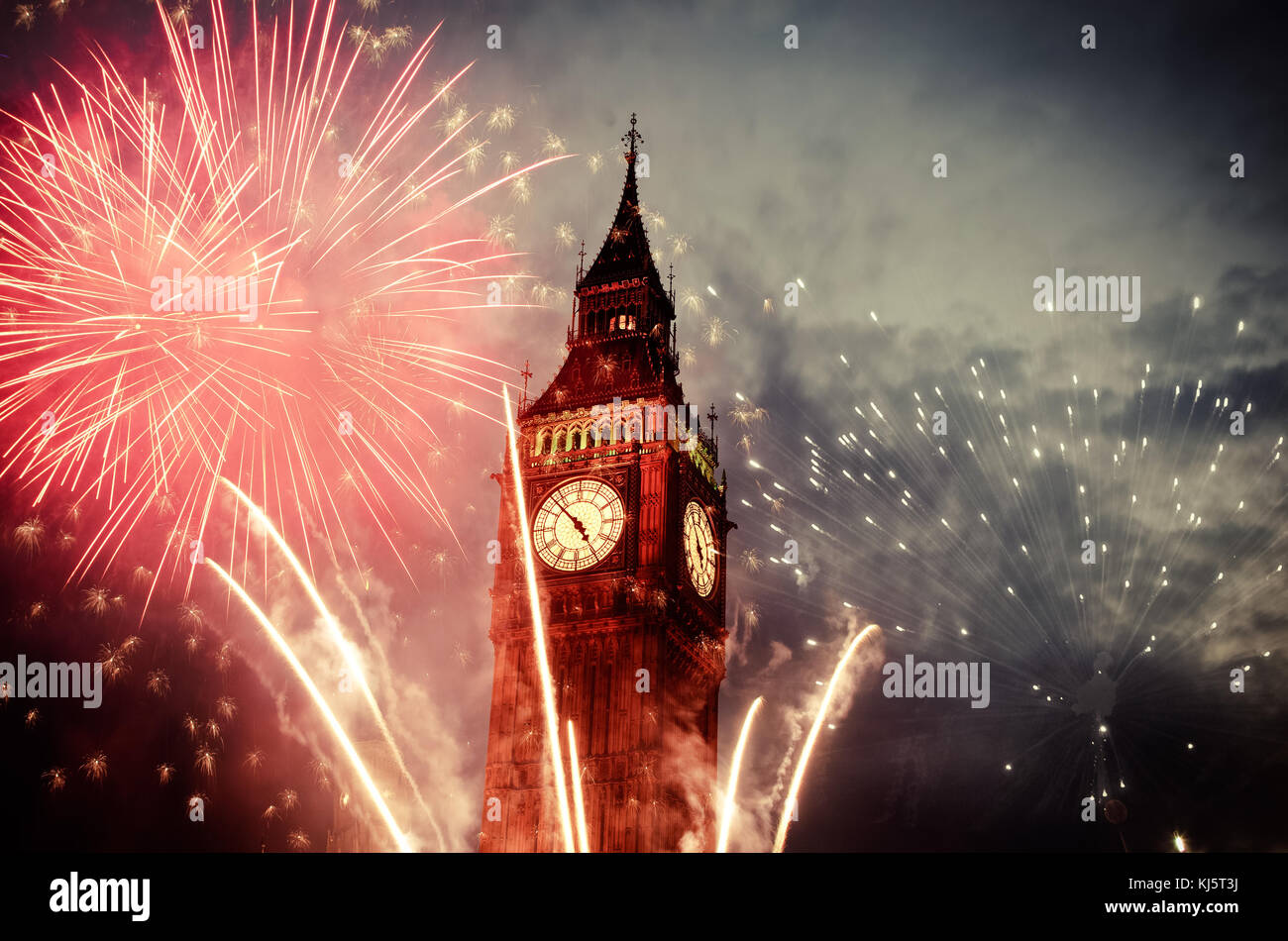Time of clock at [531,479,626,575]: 4:52
